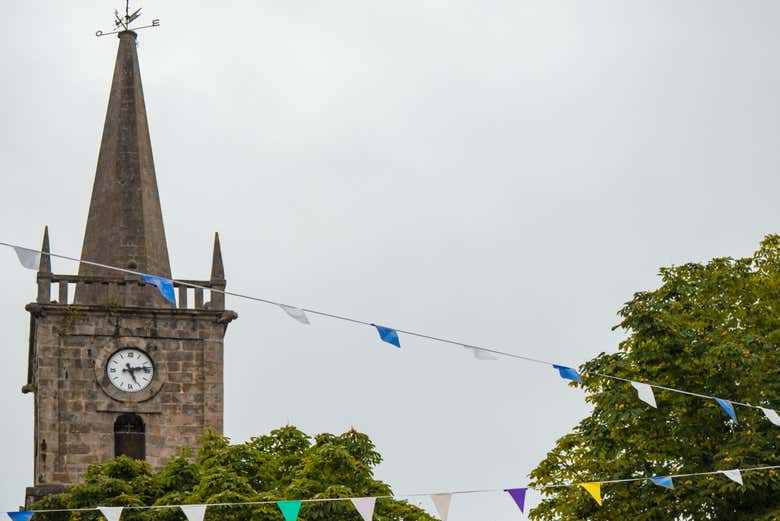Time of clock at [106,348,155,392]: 5:13
